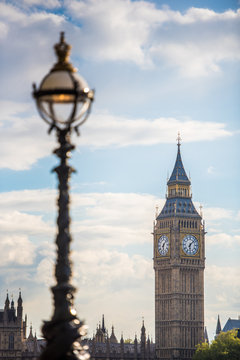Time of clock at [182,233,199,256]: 6:07
